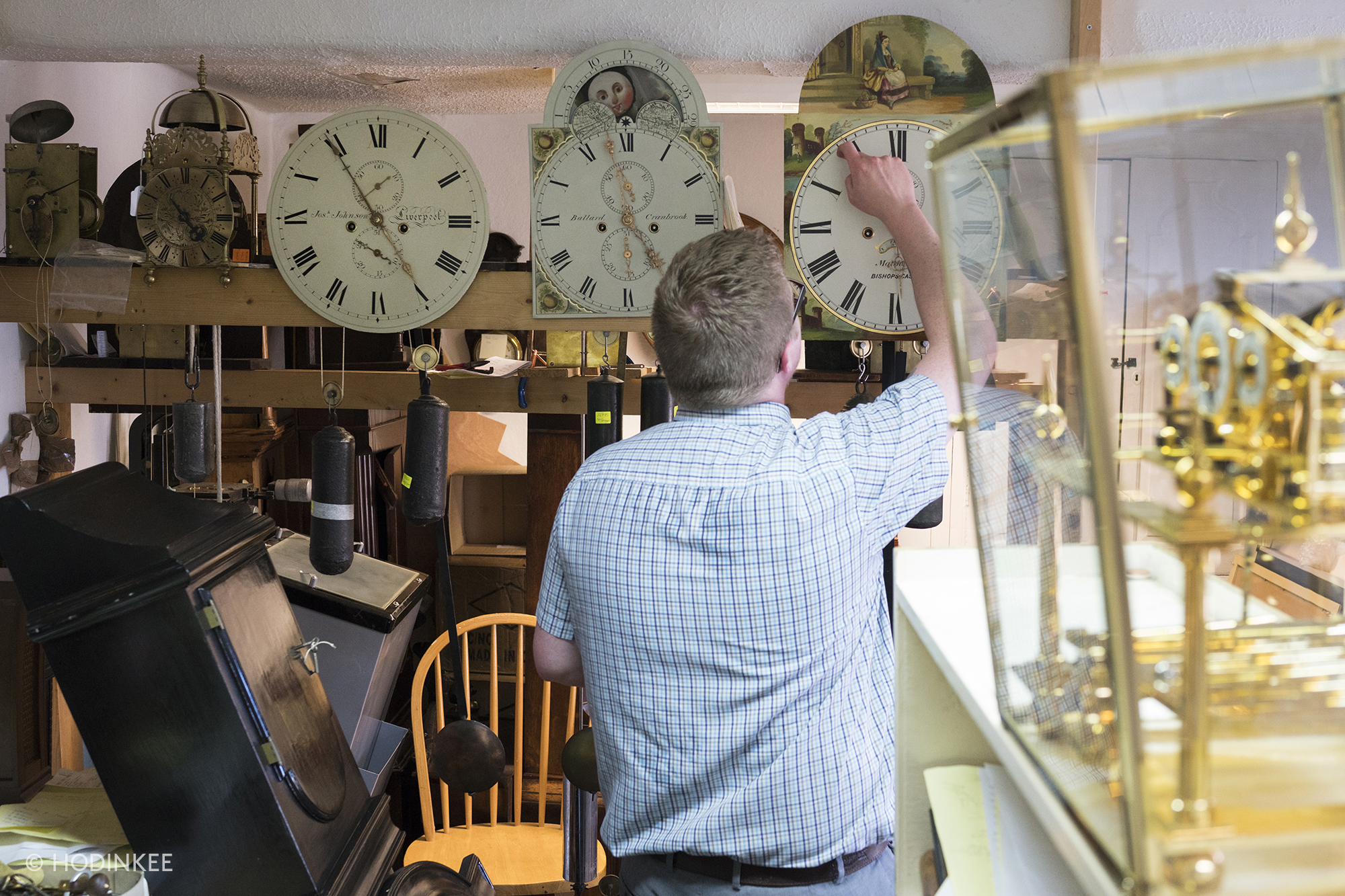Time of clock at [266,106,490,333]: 4:54
